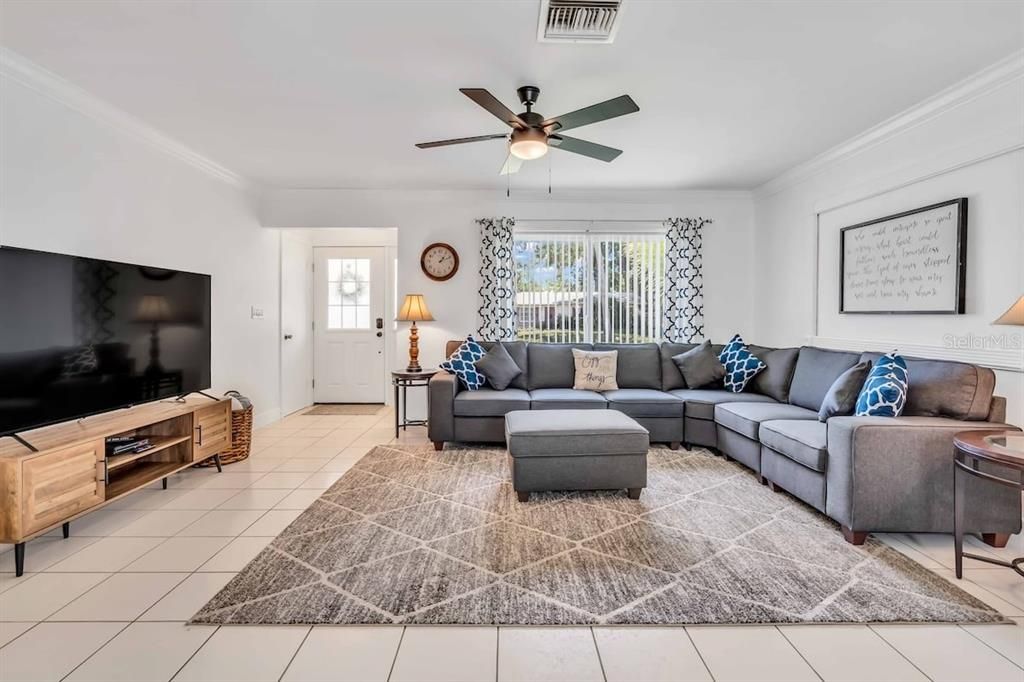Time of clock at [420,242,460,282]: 1:10
